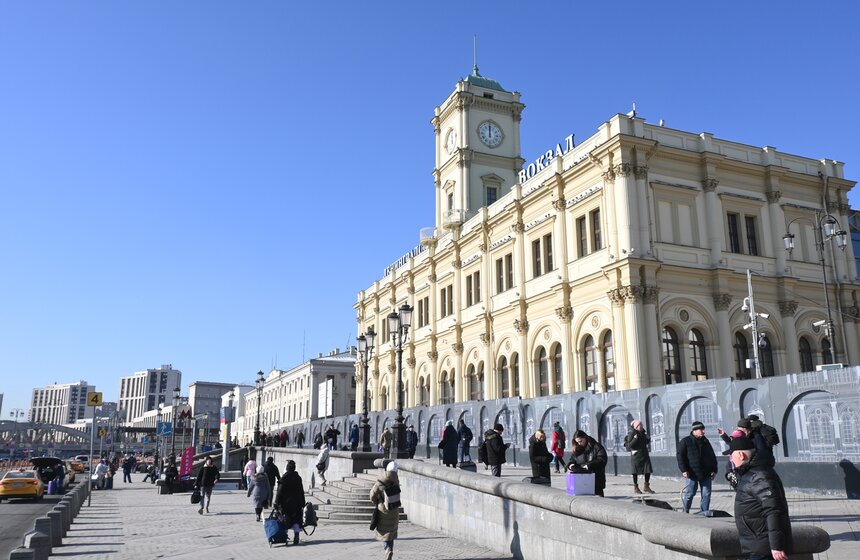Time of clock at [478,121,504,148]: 12:00
